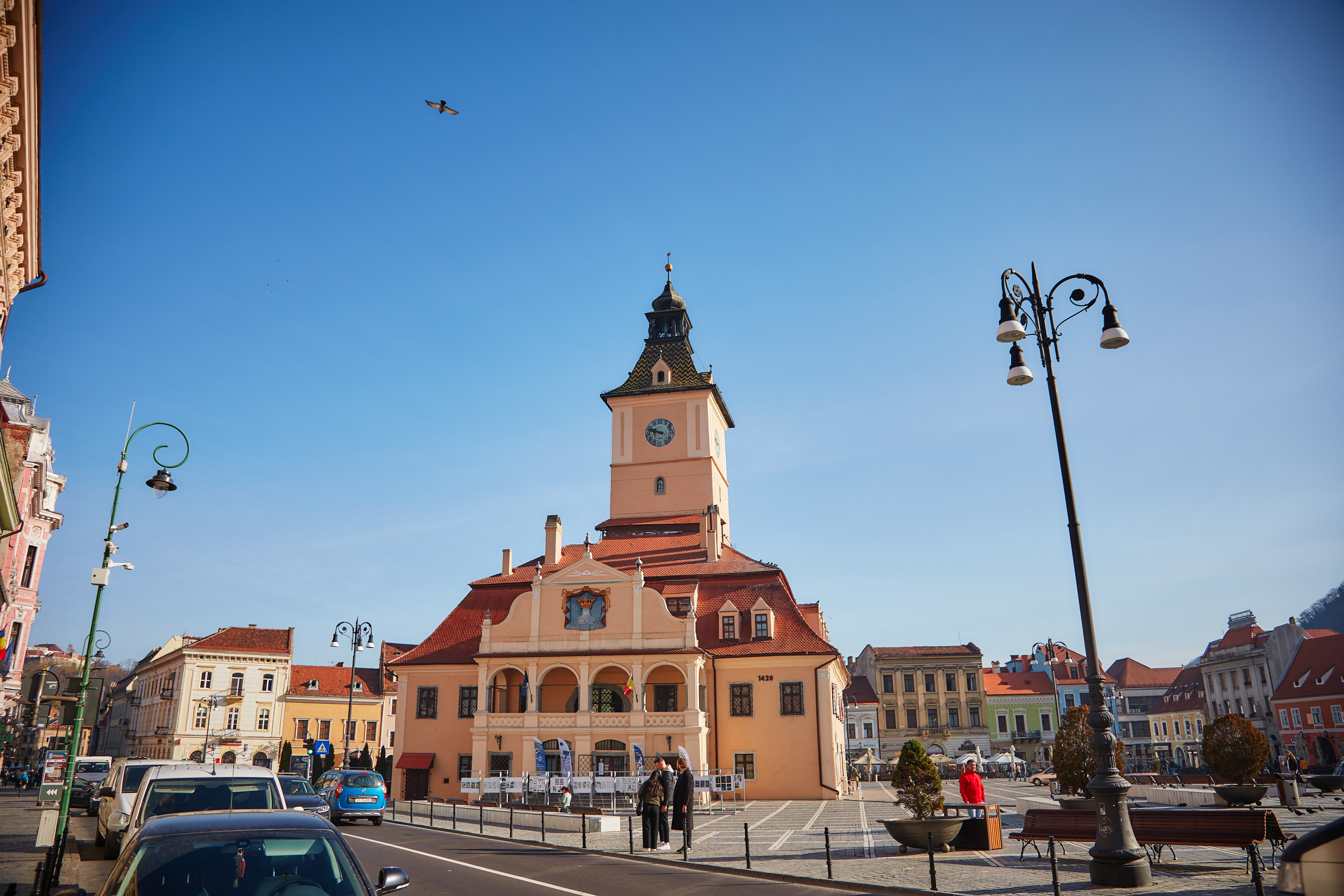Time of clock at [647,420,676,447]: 9:48
